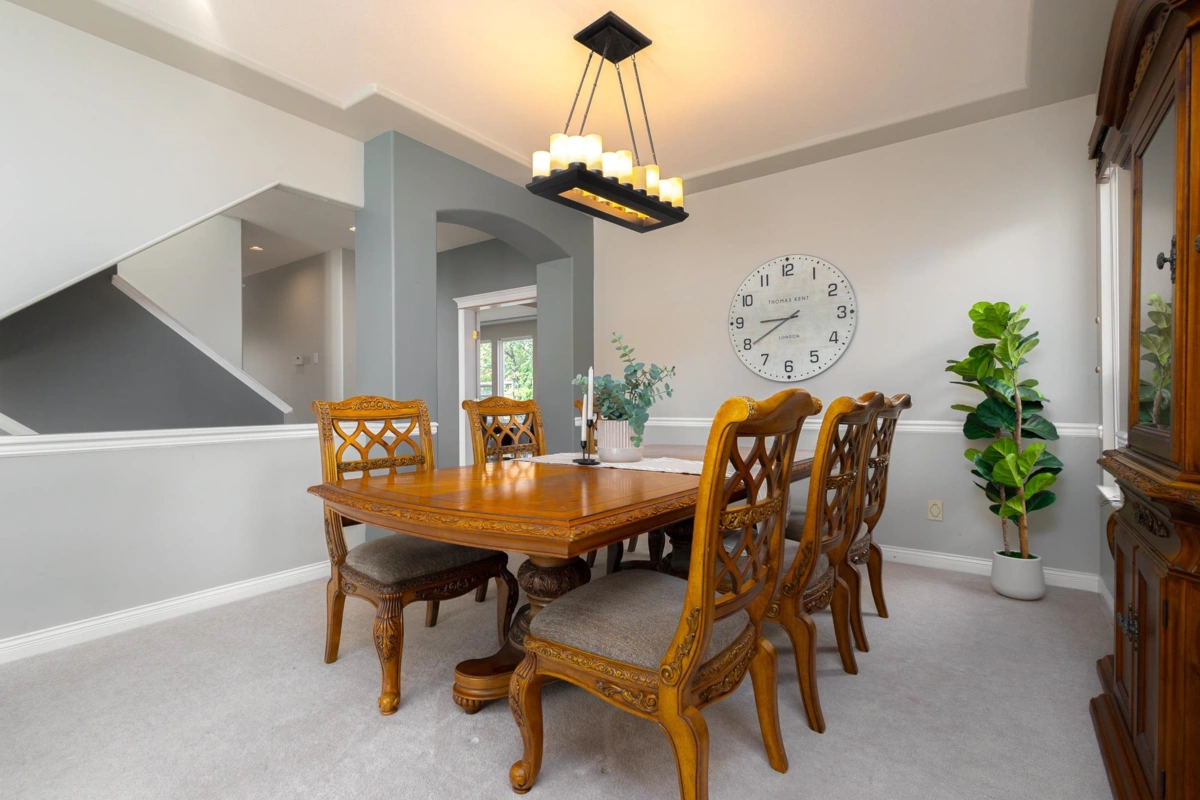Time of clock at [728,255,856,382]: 8:39
